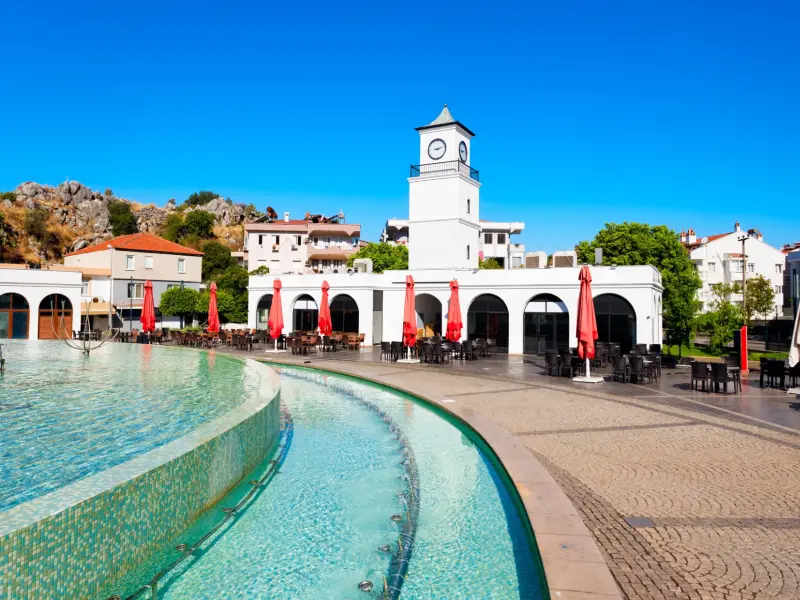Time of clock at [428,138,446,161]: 9:12
